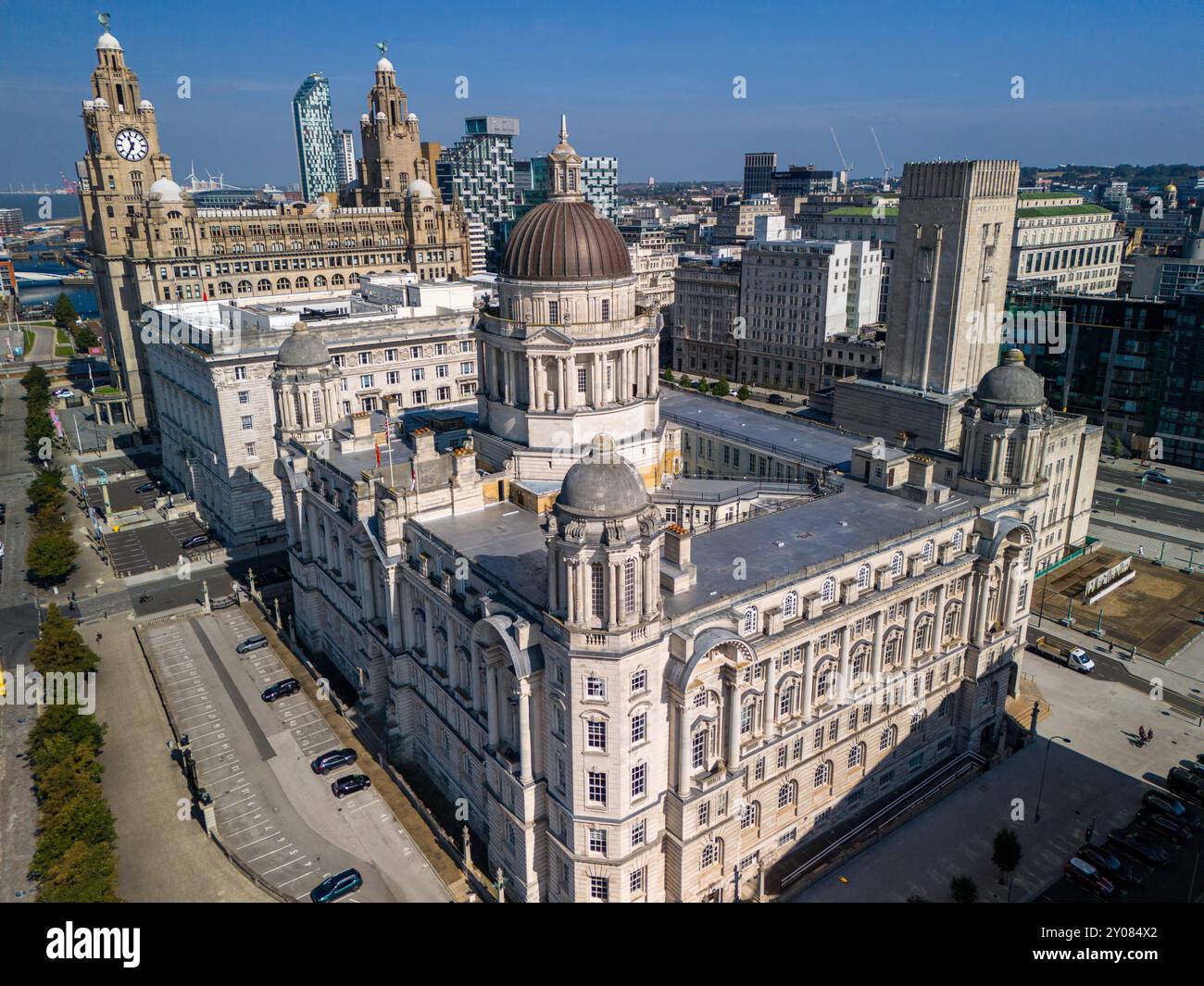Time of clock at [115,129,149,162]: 11:35
